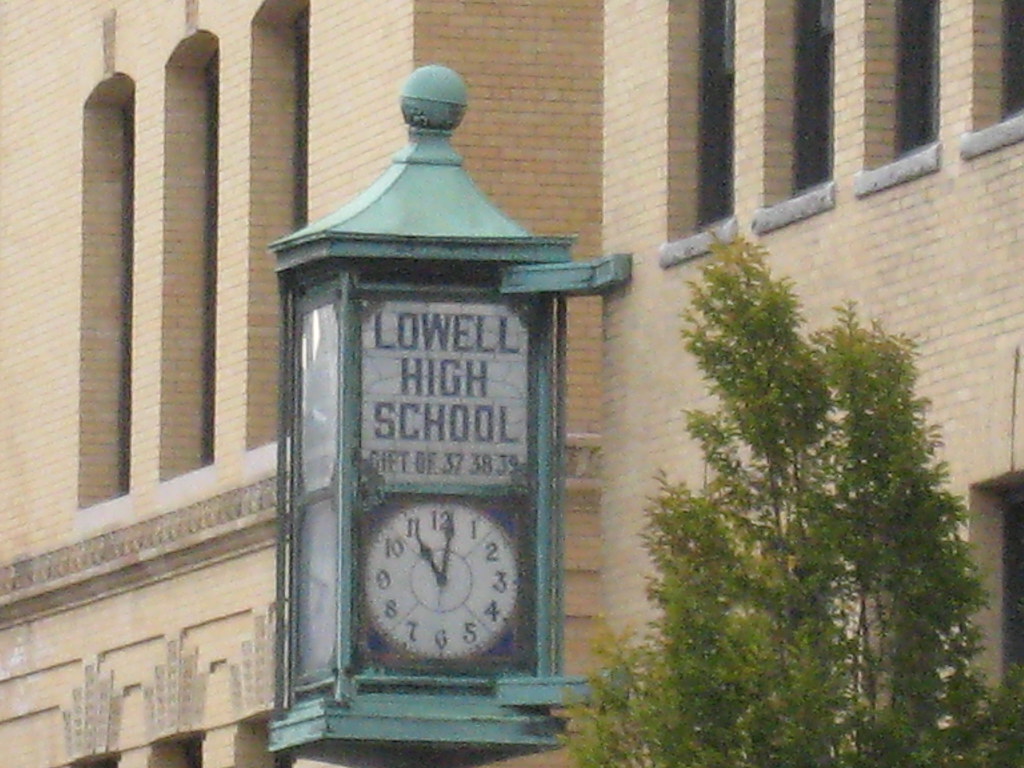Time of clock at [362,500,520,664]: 11:01
